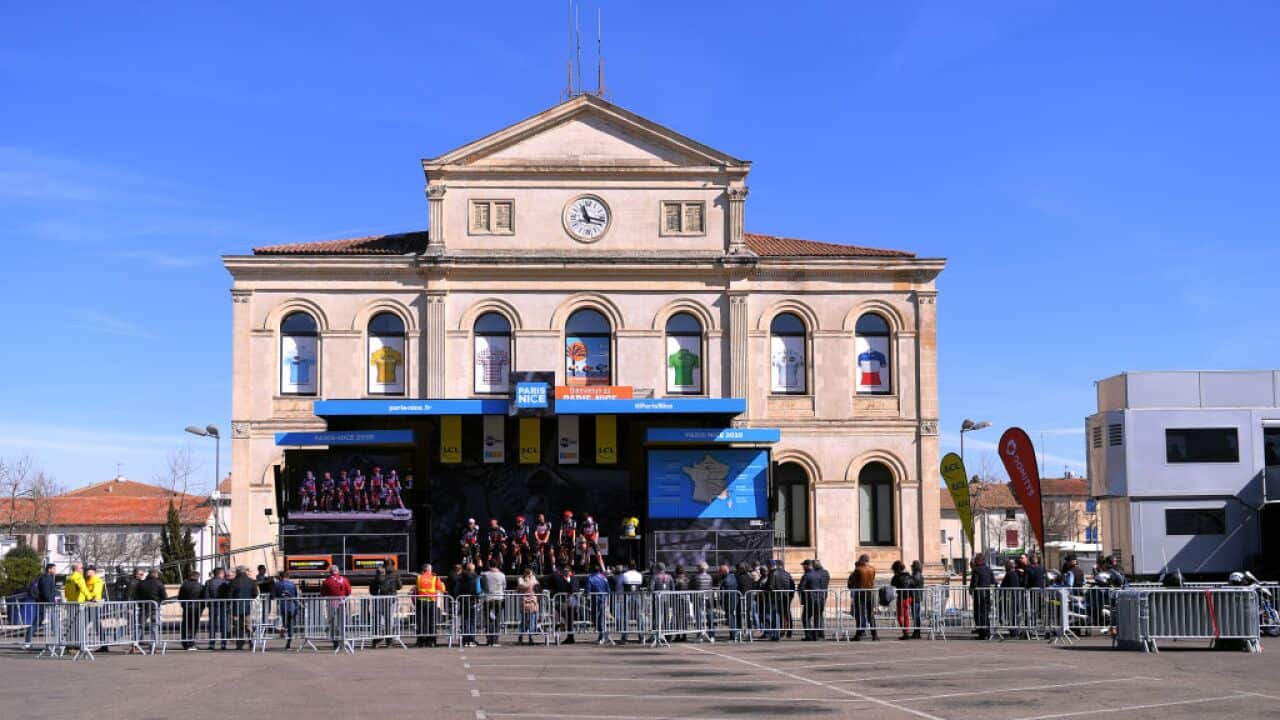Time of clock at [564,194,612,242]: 11:16
